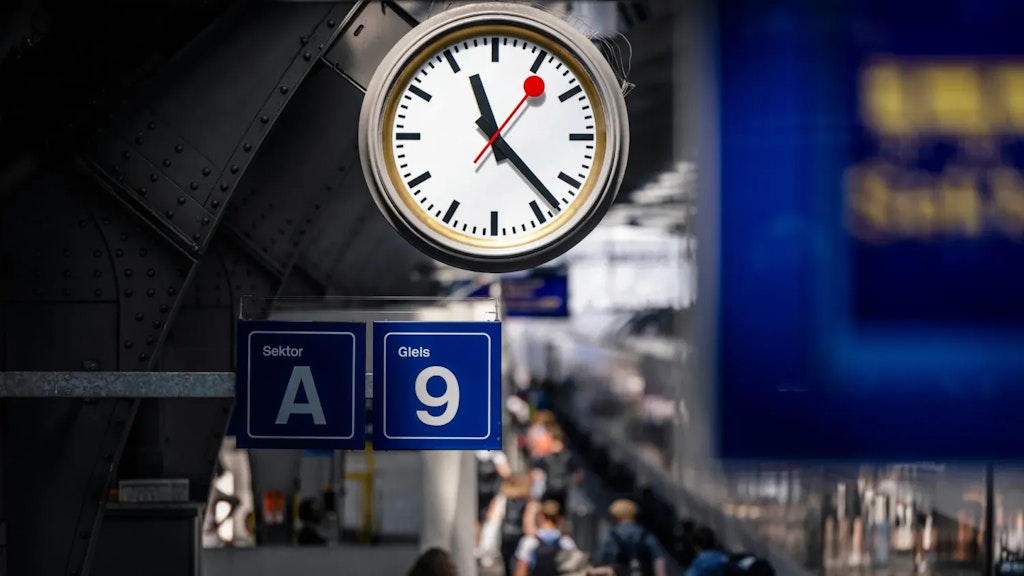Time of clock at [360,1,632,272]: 11:22
